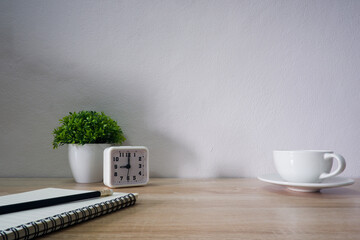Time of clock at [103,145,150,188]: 9:00
